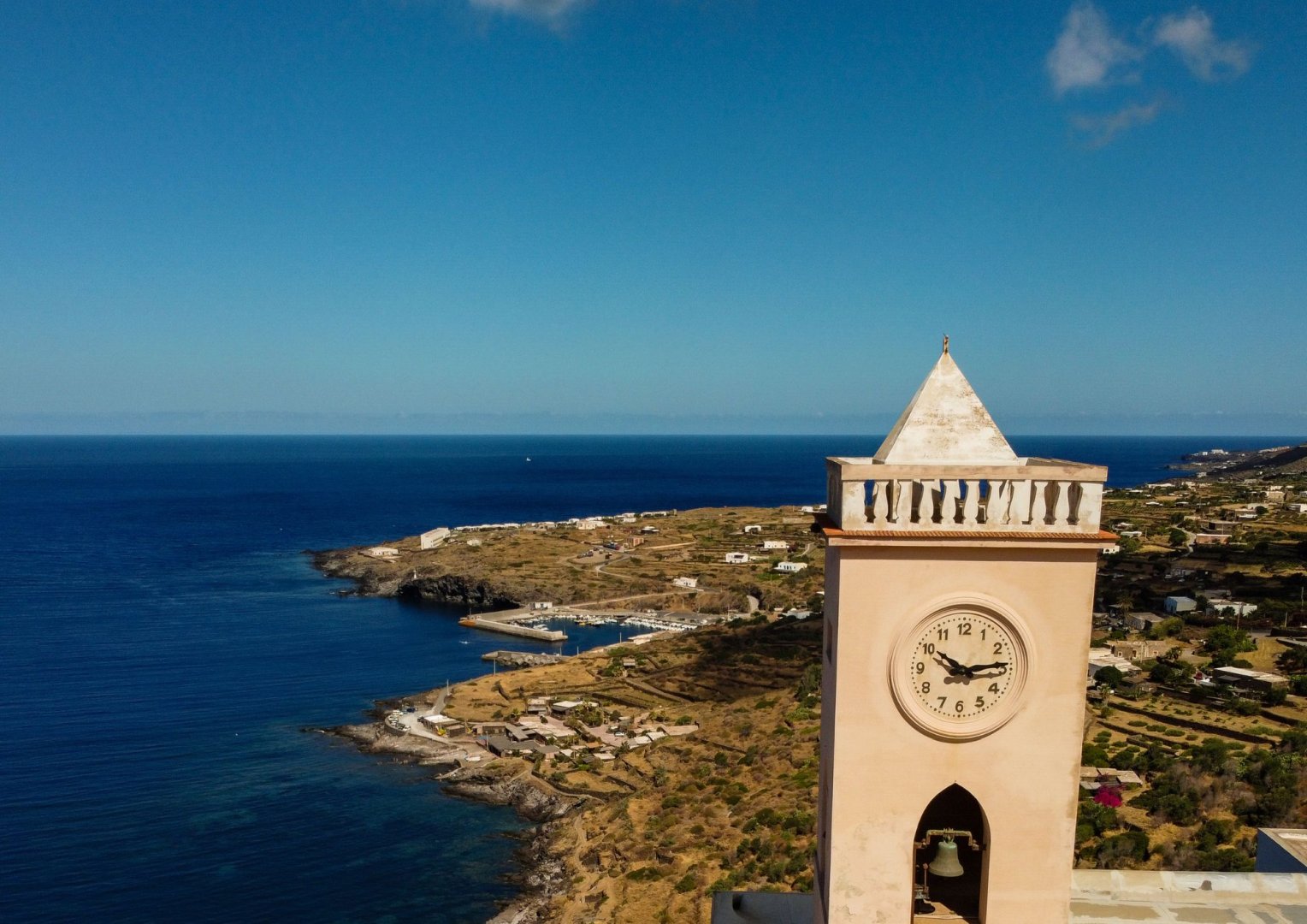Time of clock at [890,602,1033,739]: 10:13
